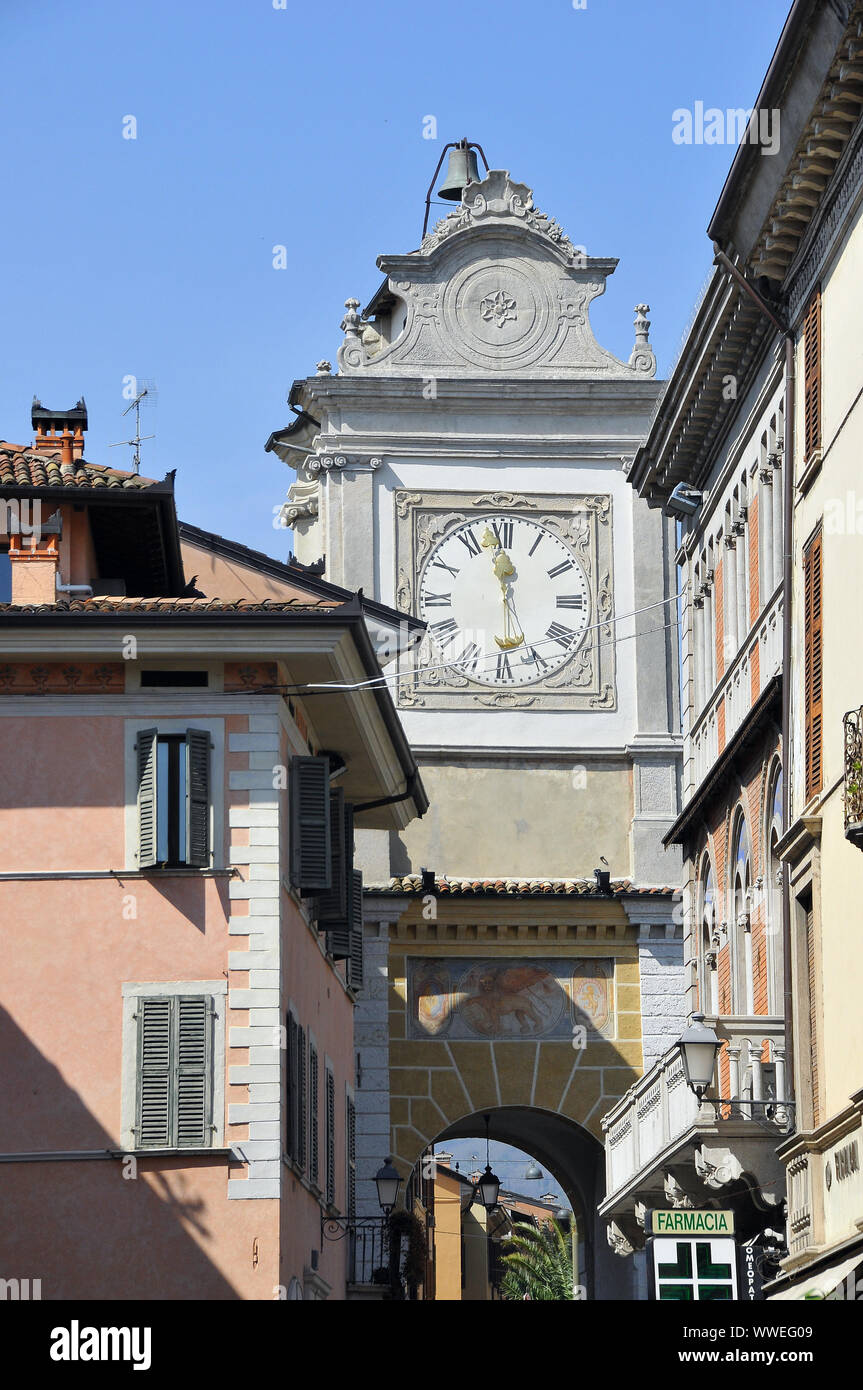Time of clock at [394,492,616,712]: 11:58
